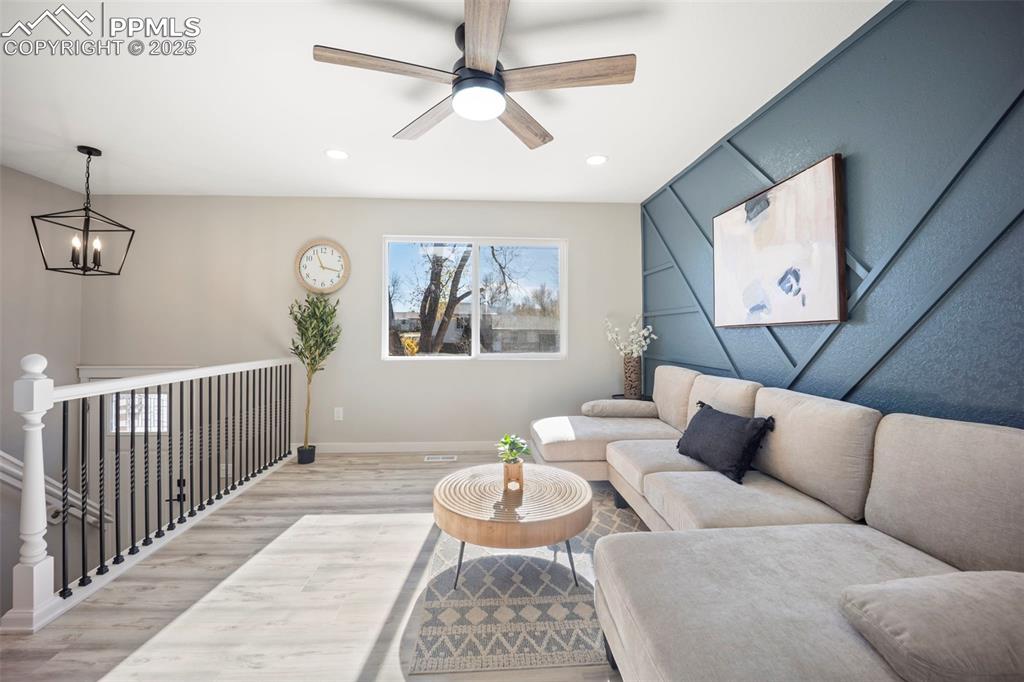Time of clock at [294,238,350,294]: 11:17
